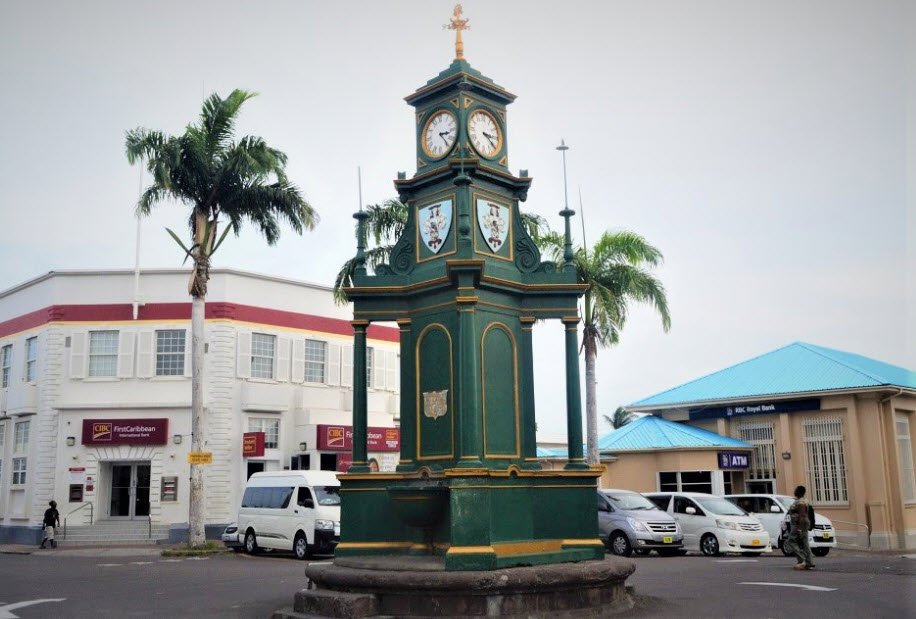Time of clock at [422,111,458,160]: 3:23
